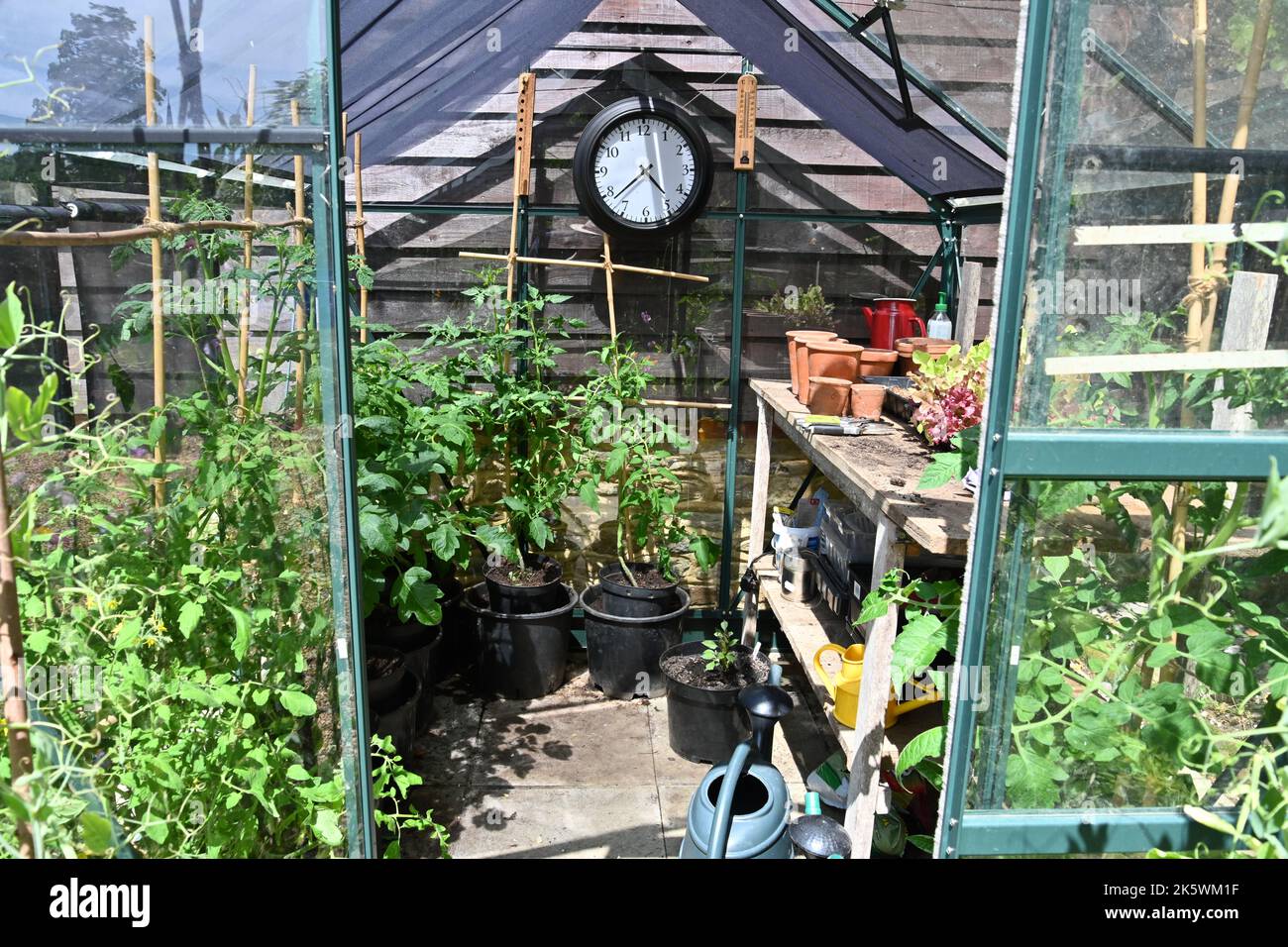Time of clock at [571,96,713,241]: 4:38
